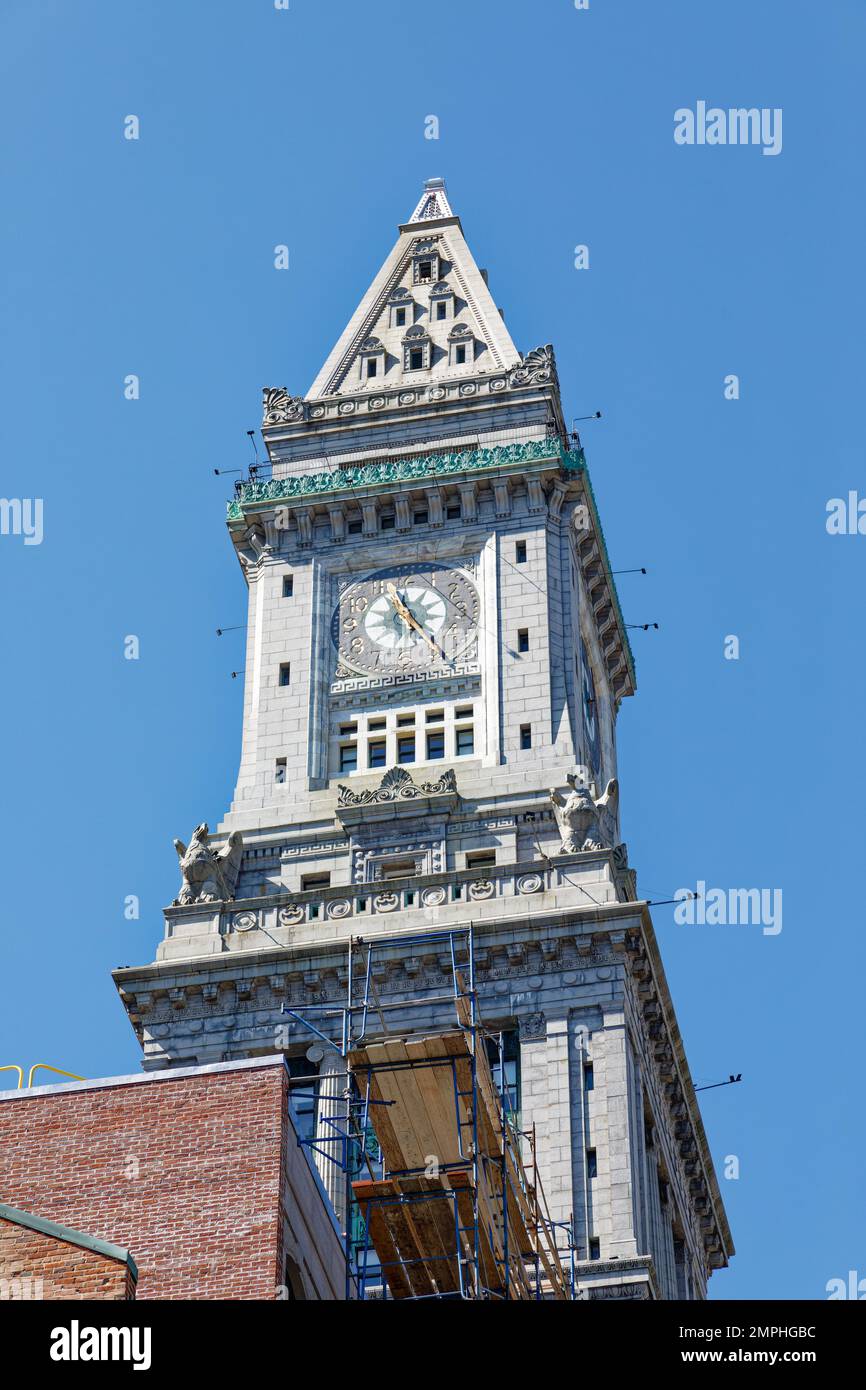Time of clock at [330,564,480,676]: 4:57
